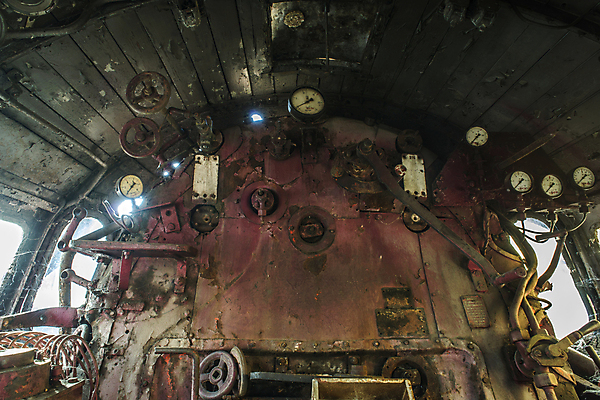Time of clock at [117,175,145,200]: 1:36
